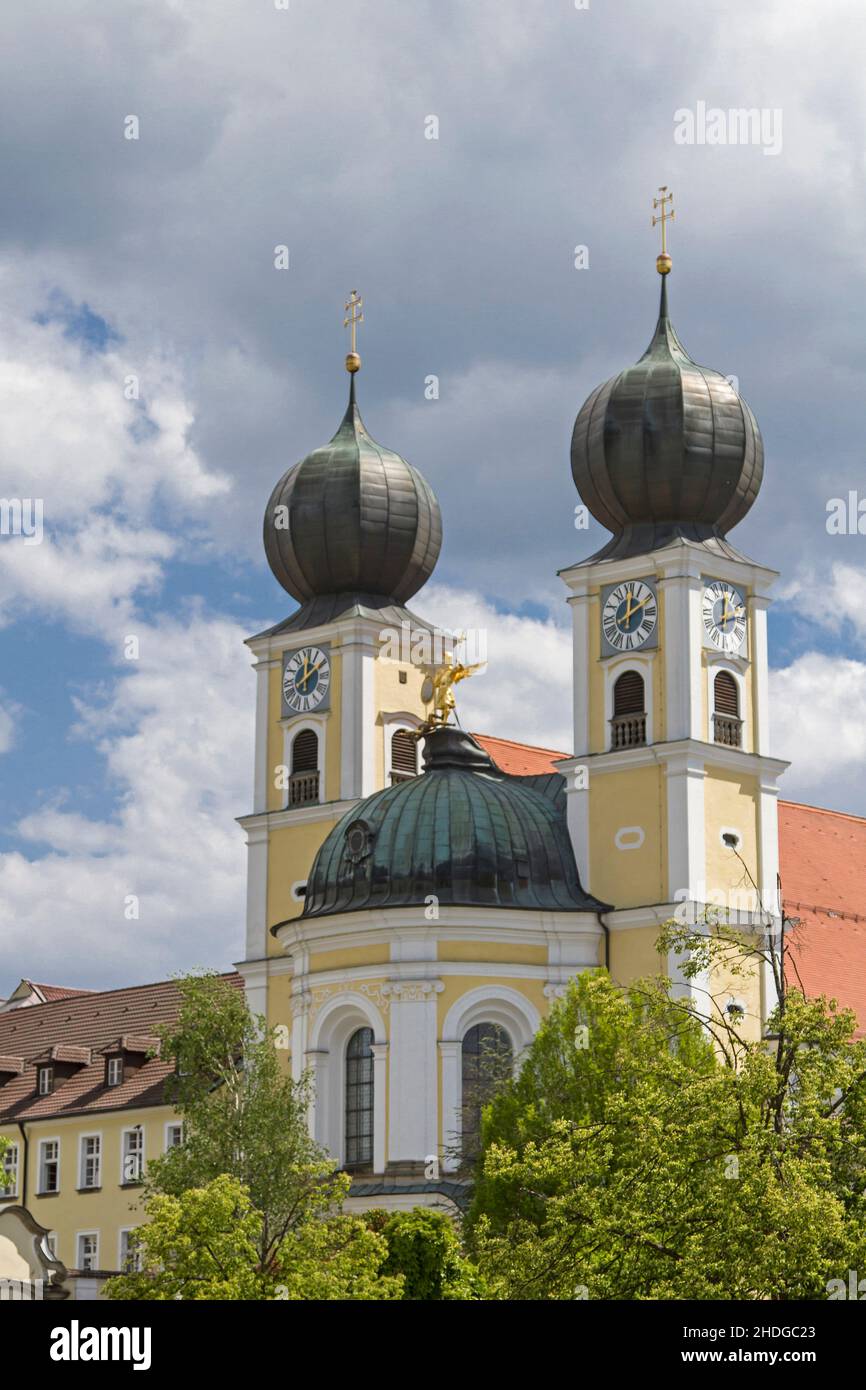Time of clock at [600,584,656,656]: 12:10
